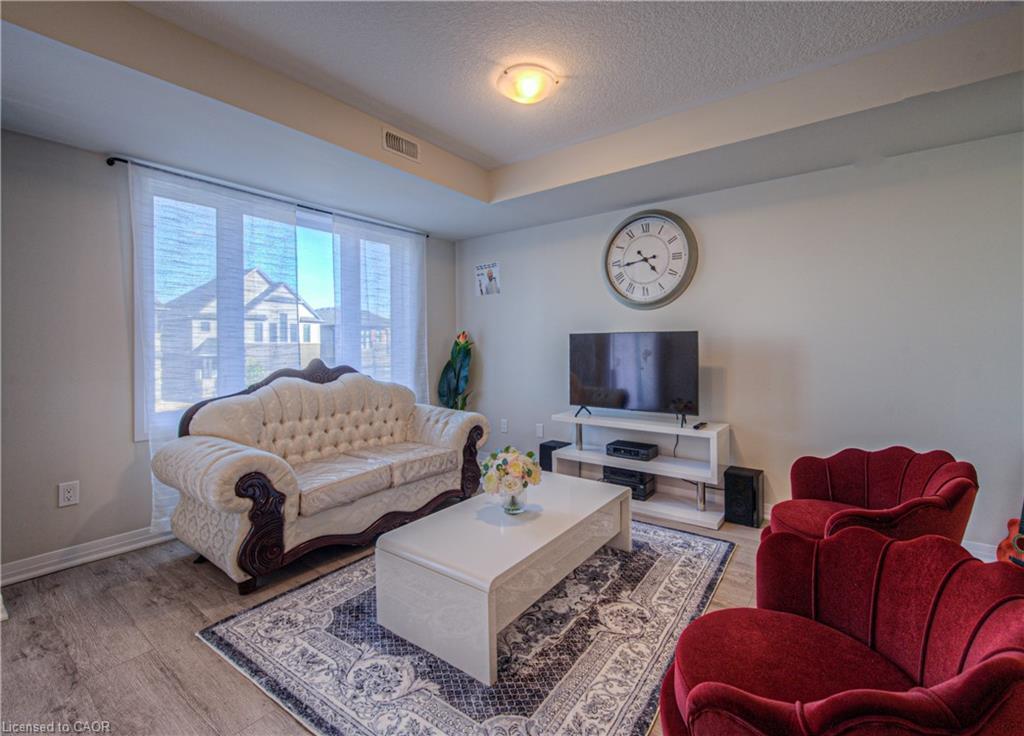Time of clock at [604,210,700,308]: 4:43
